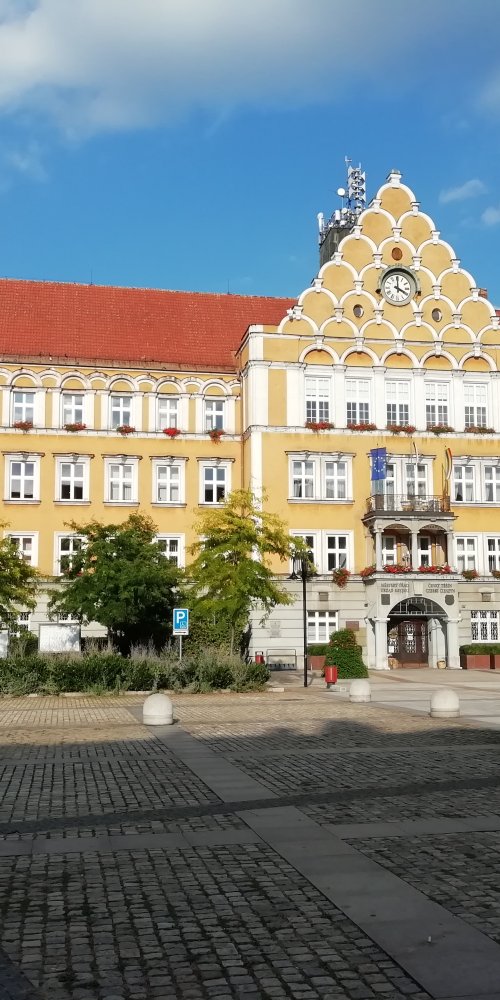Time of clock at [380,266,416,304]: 4:00
